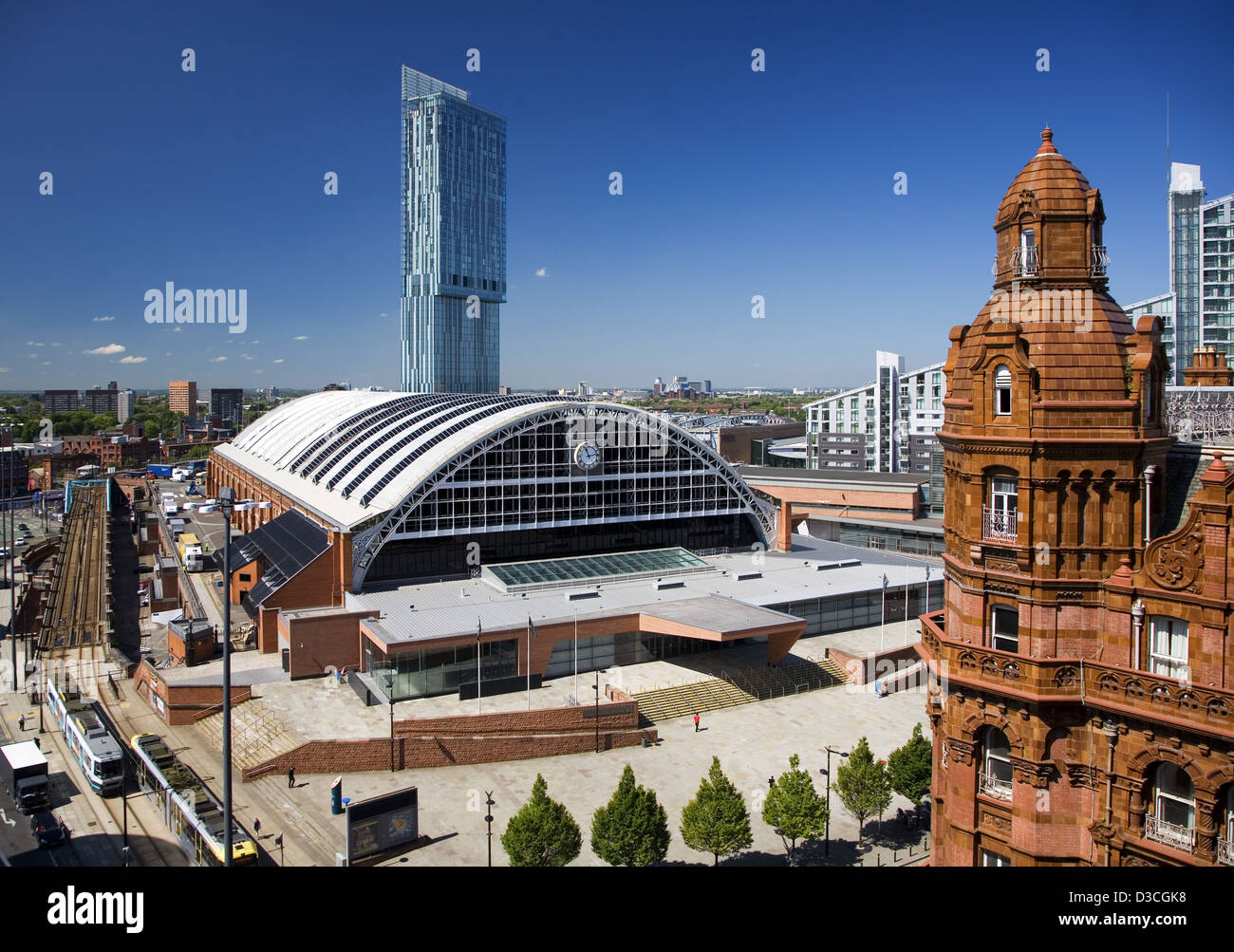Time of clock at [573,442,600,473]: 11:13
